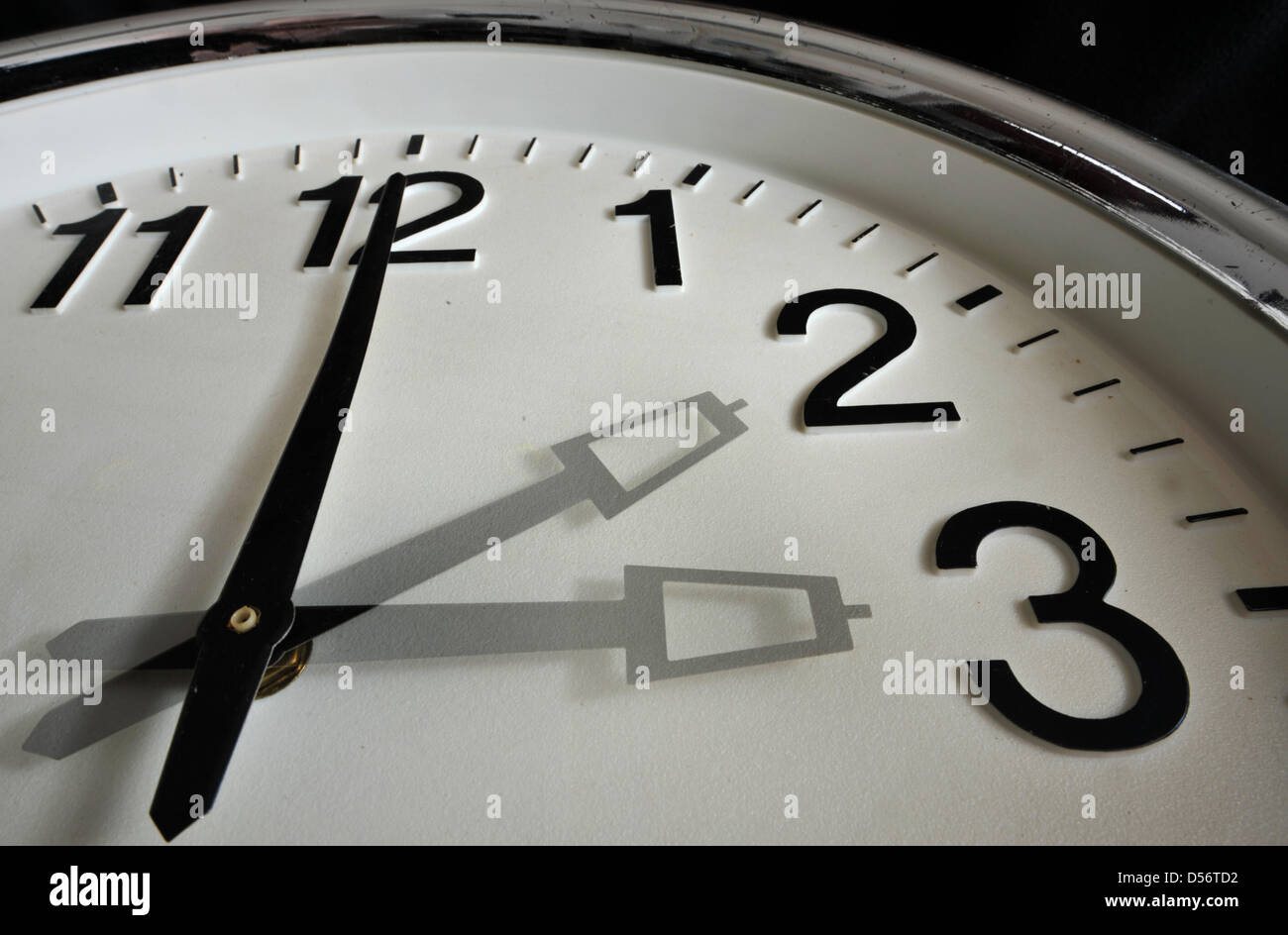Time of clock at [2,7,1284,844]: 2:00
